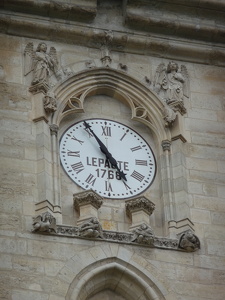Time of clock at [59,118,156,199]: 4:54
